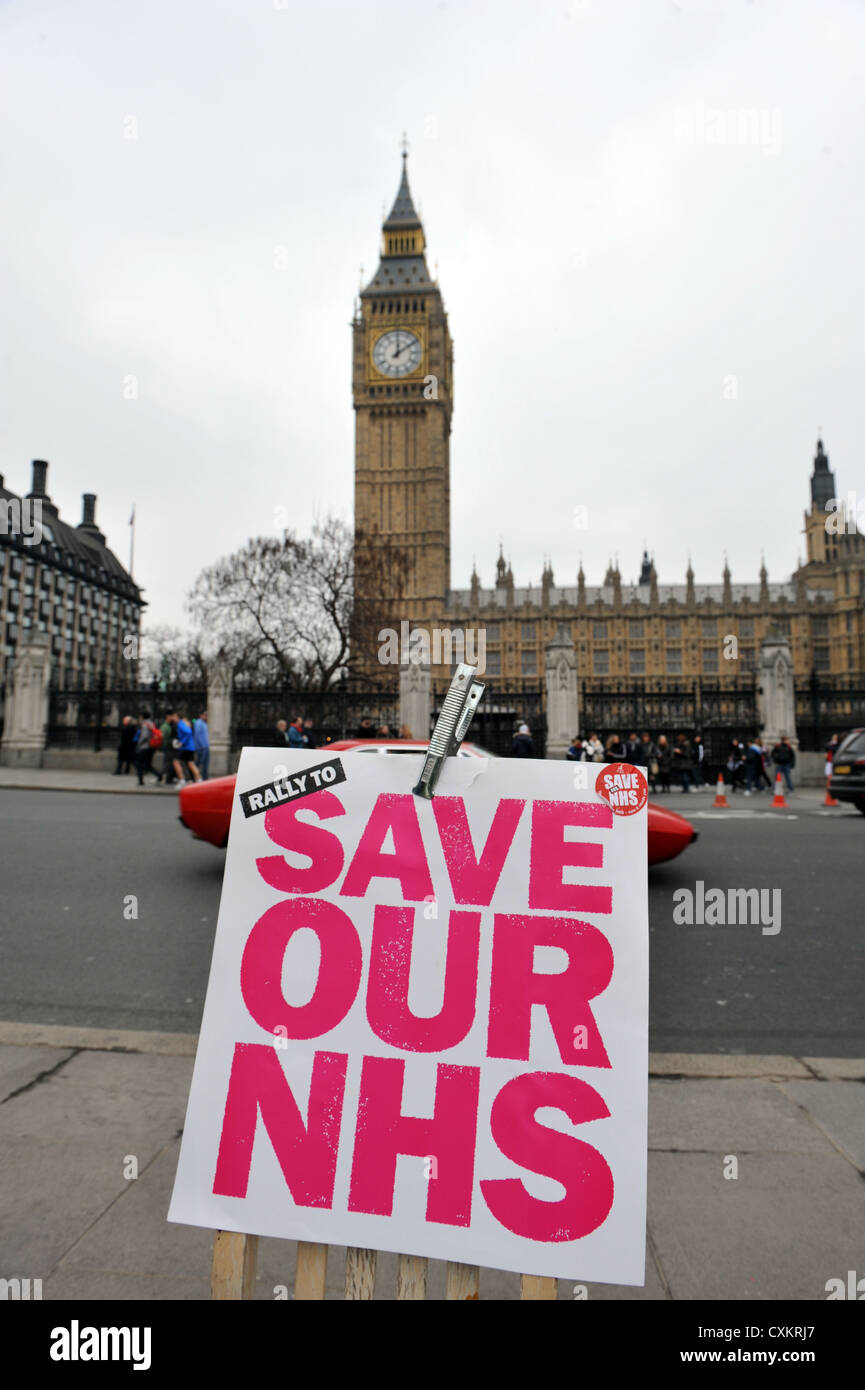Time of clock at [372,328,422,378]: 12:09
